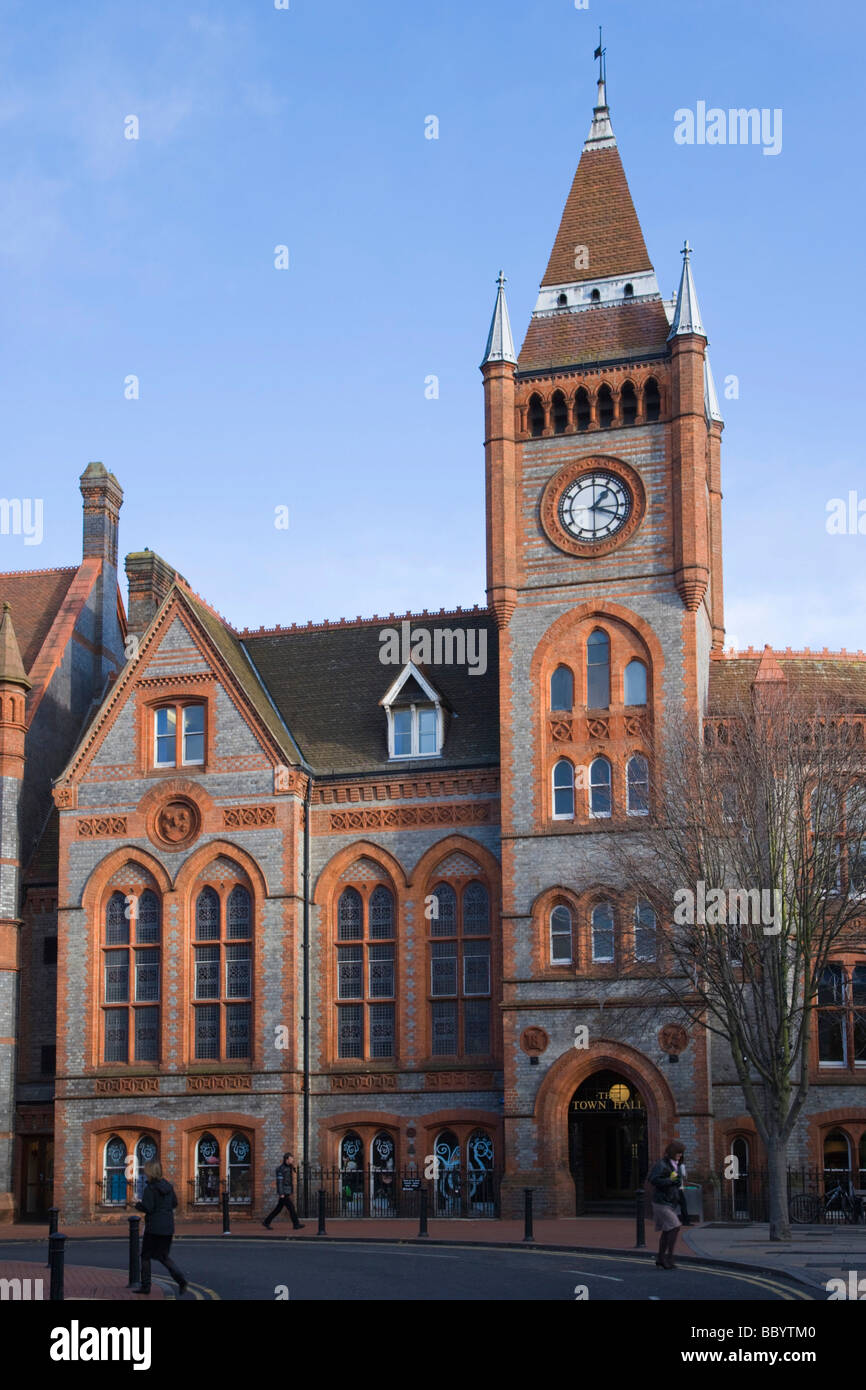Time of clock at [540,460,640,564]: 1:18
